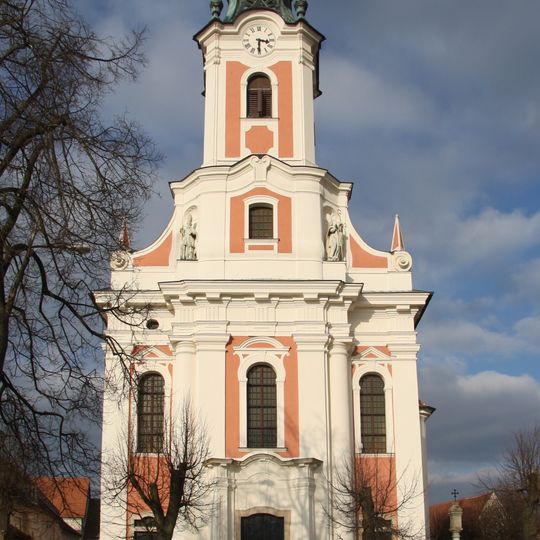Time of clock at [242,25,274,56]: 3:30
